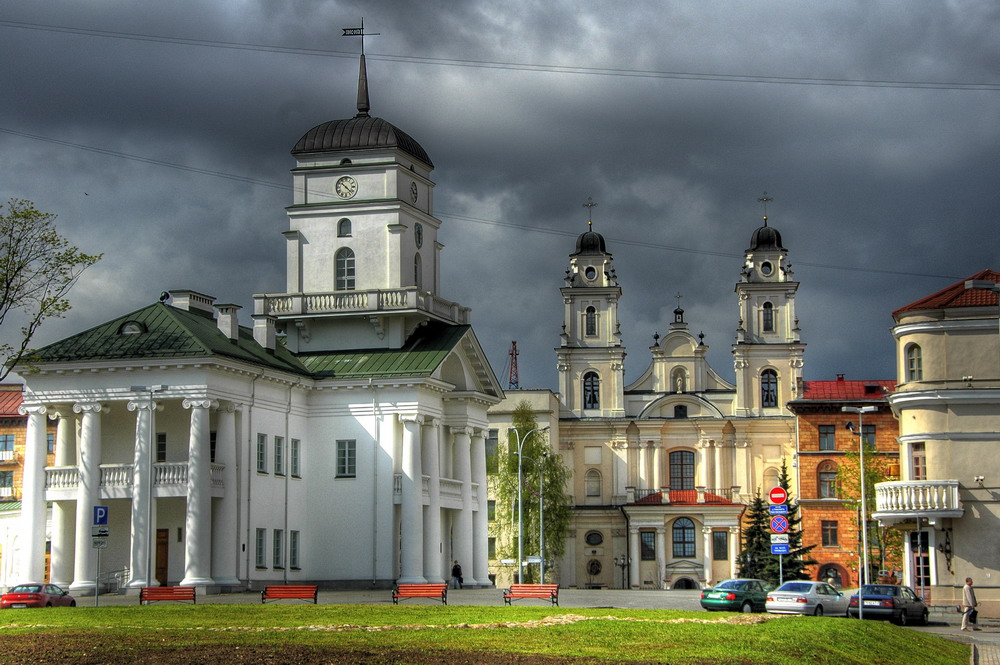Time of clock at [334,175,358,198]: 10:22
